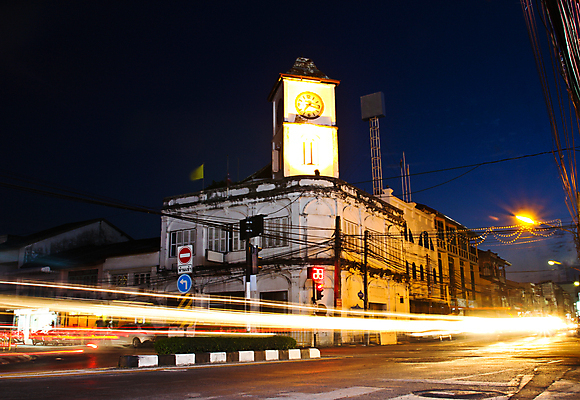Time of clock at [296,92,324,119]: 7:17
